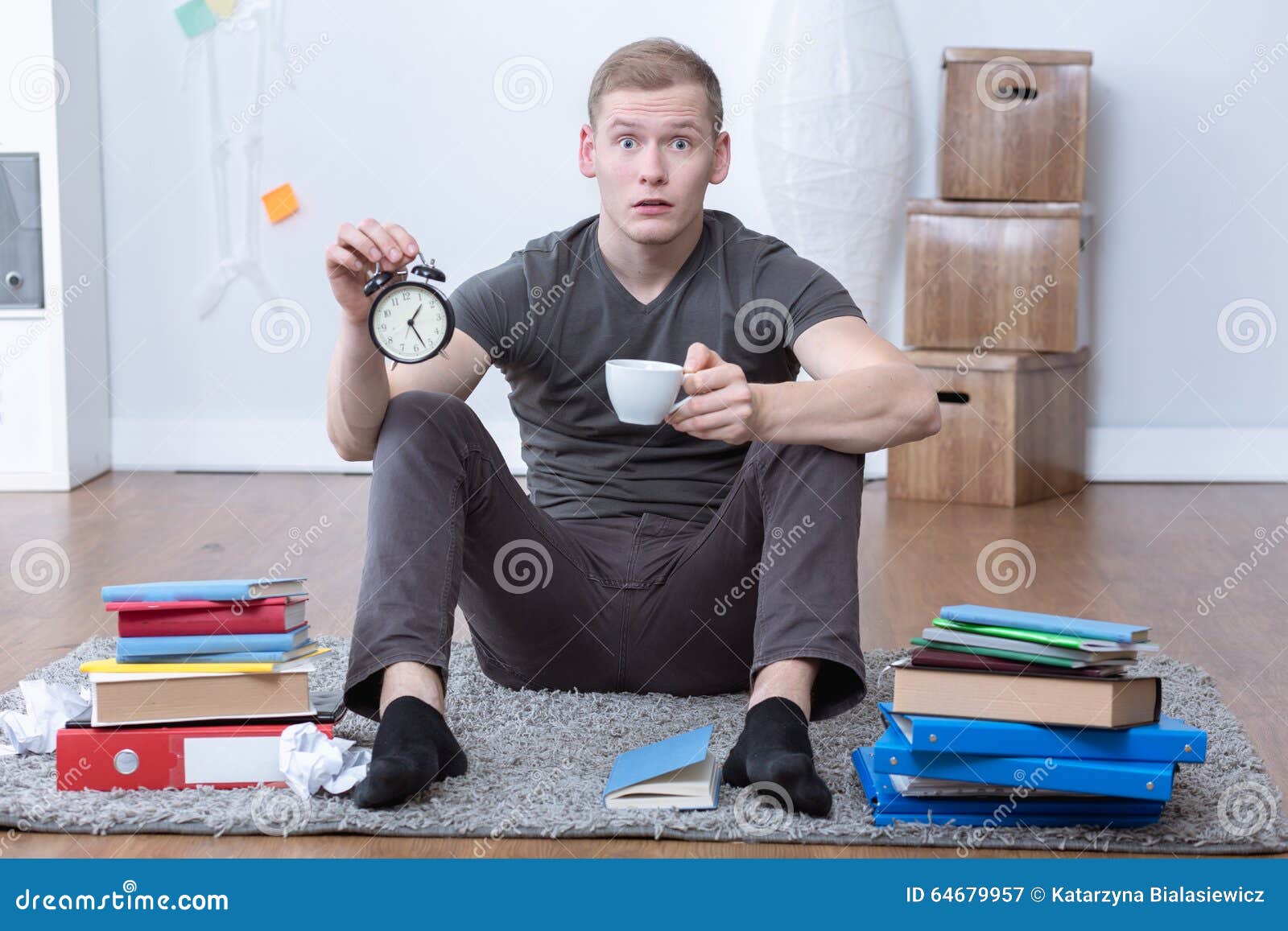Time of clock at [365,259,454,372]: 1:26
